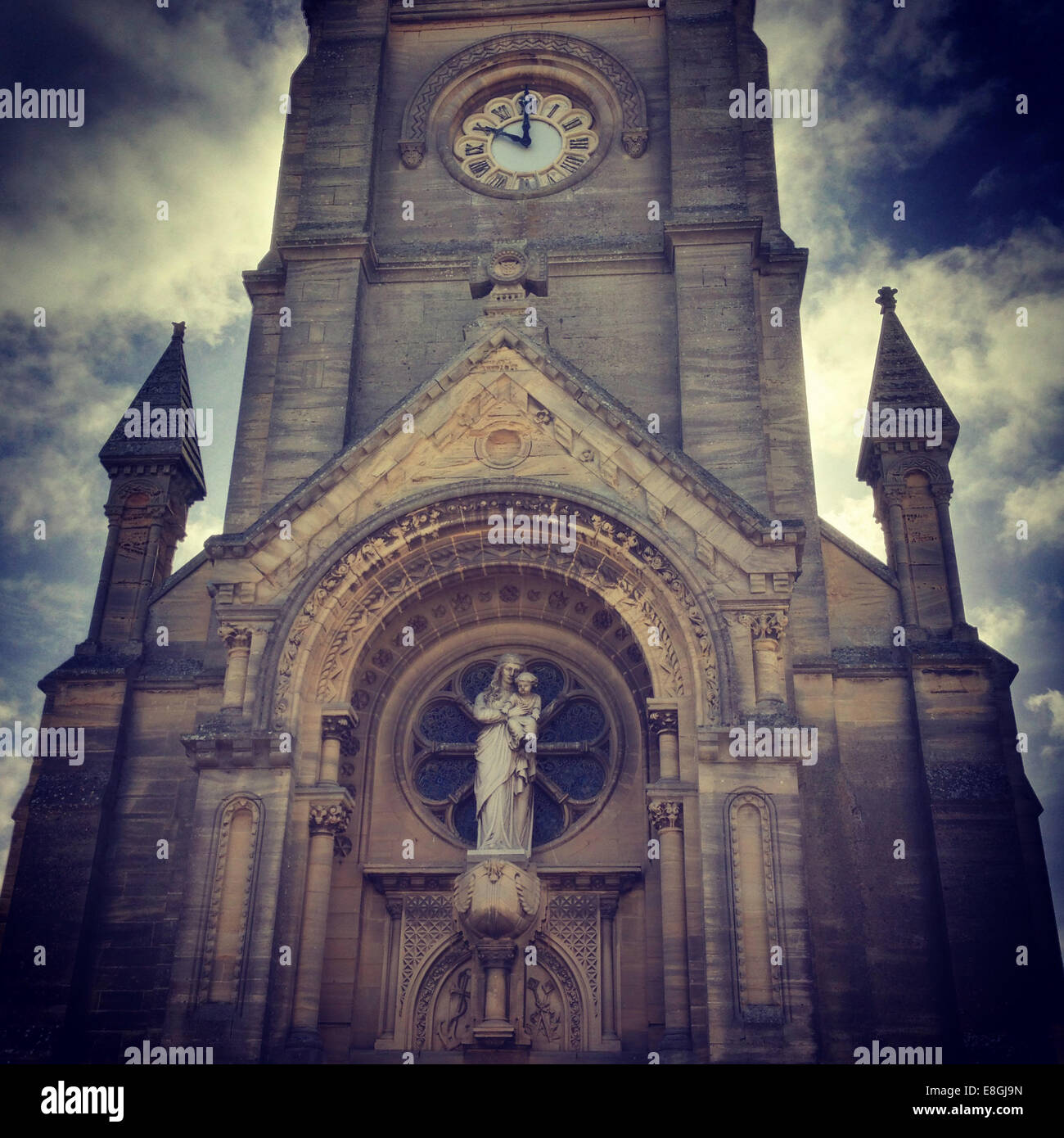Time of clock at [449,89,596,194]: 11:49
